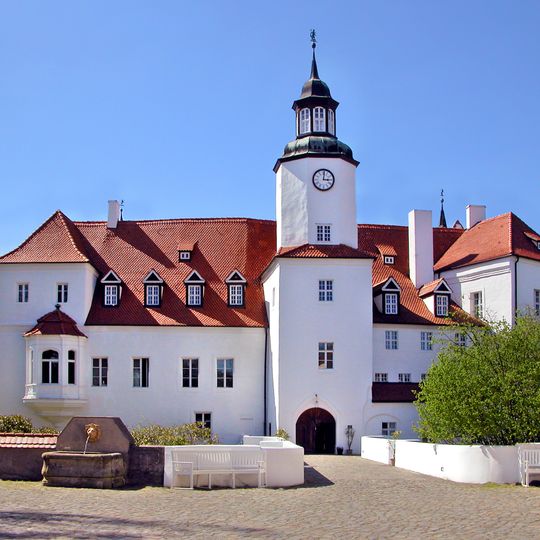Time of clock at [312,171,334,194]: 3:01
